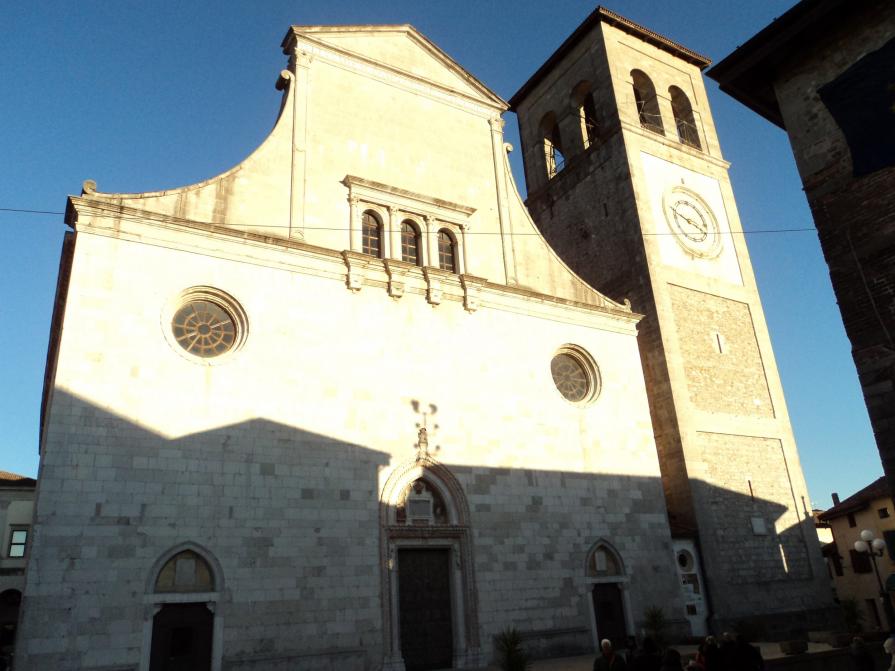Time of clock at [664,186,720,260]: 3:48
